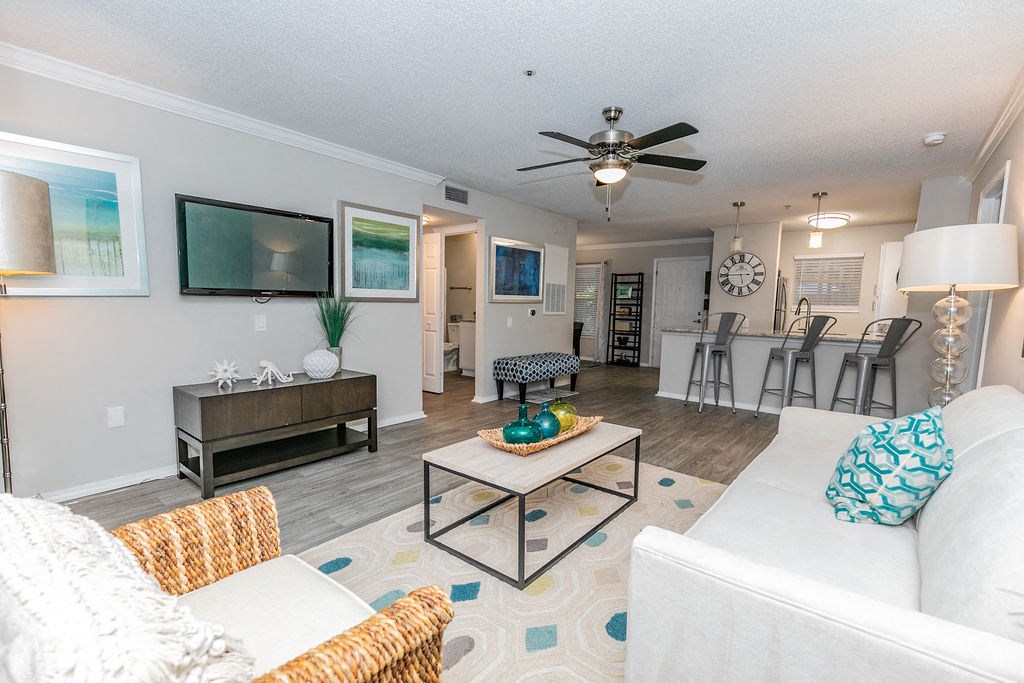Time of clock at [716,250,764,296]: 5:44
